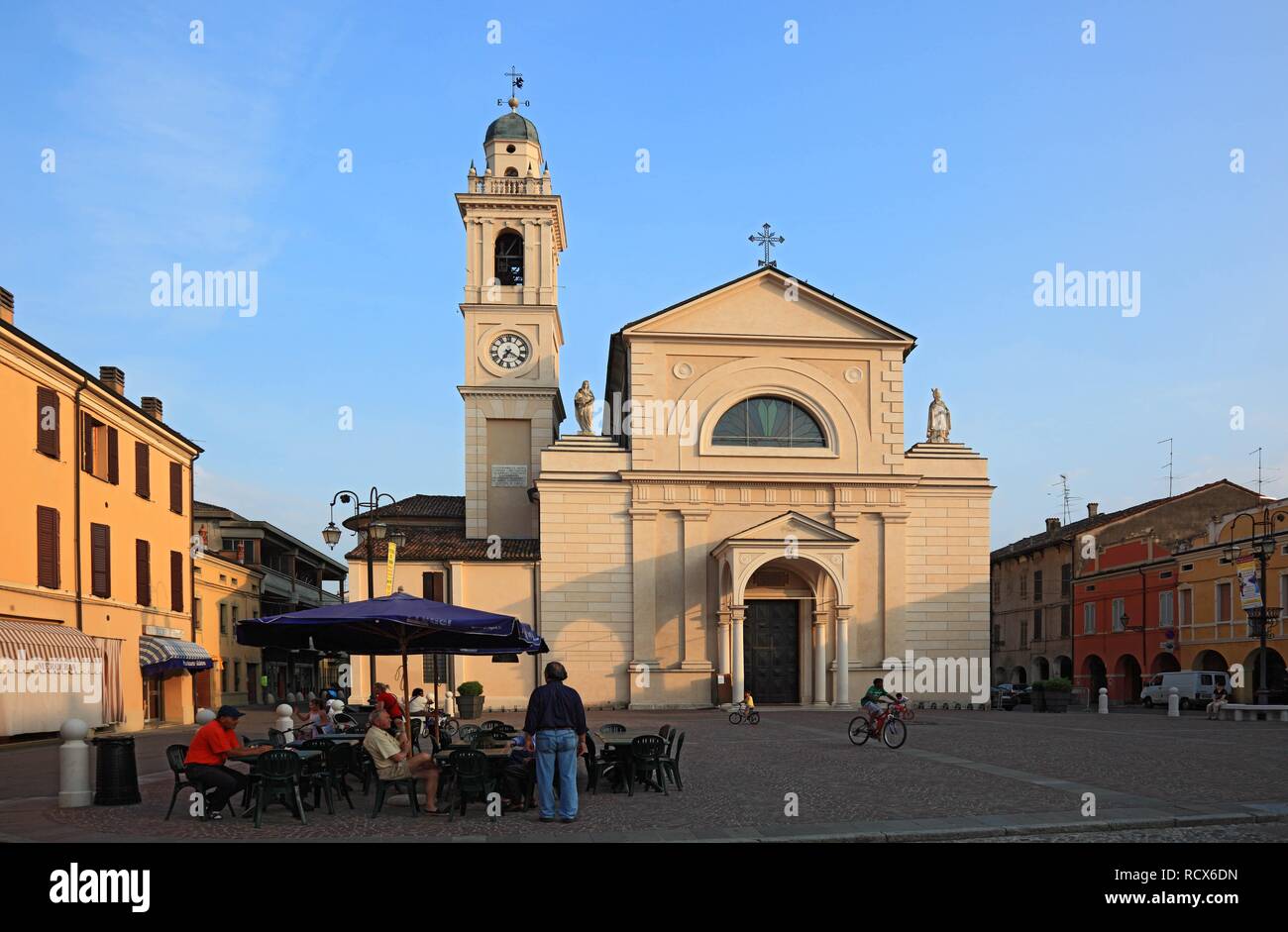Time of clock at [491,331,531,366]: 7:20
